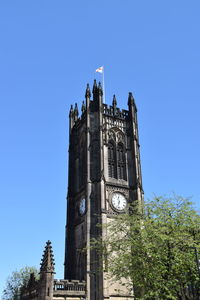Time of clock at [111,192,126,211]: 11:32
